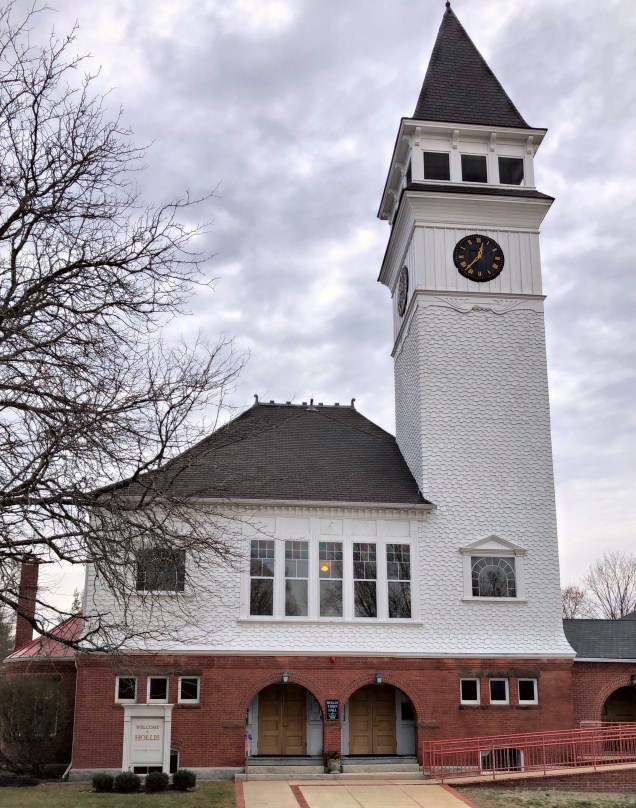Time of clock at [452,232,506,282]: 12:37
